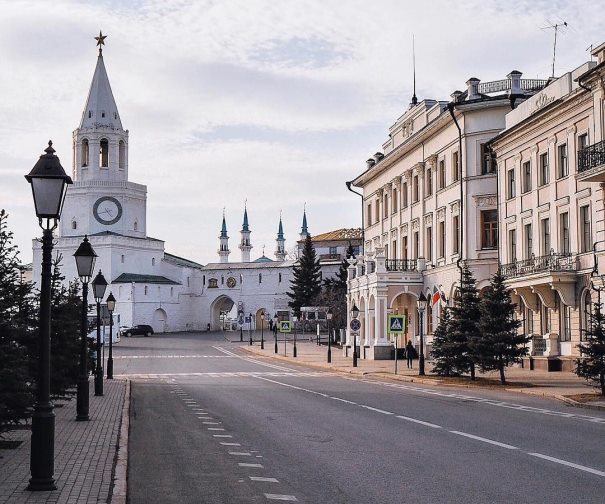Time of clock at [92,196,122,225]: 4:42
